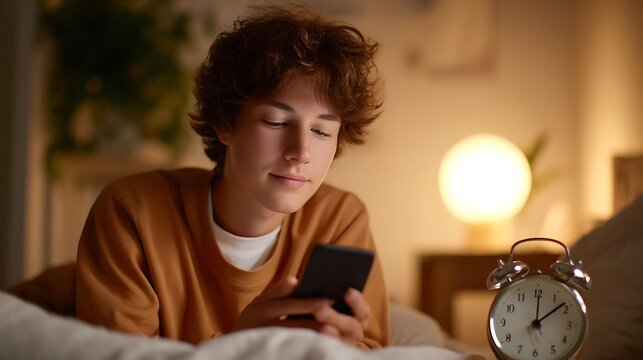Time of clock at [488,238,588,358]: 12:08
